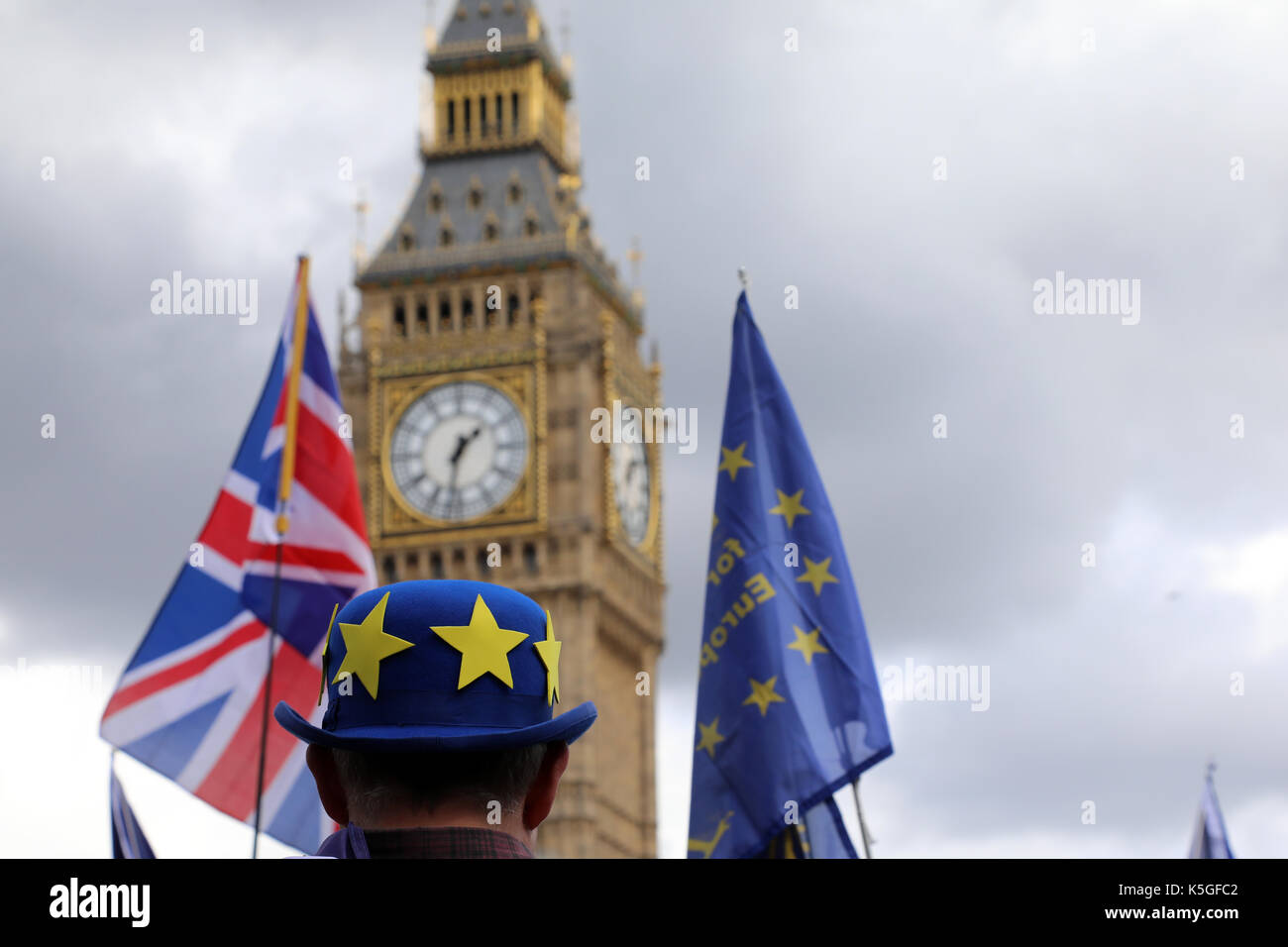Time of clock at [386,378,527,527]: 1:32
